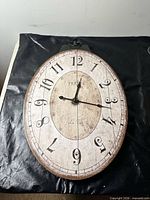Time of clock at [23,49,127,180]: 12:16
